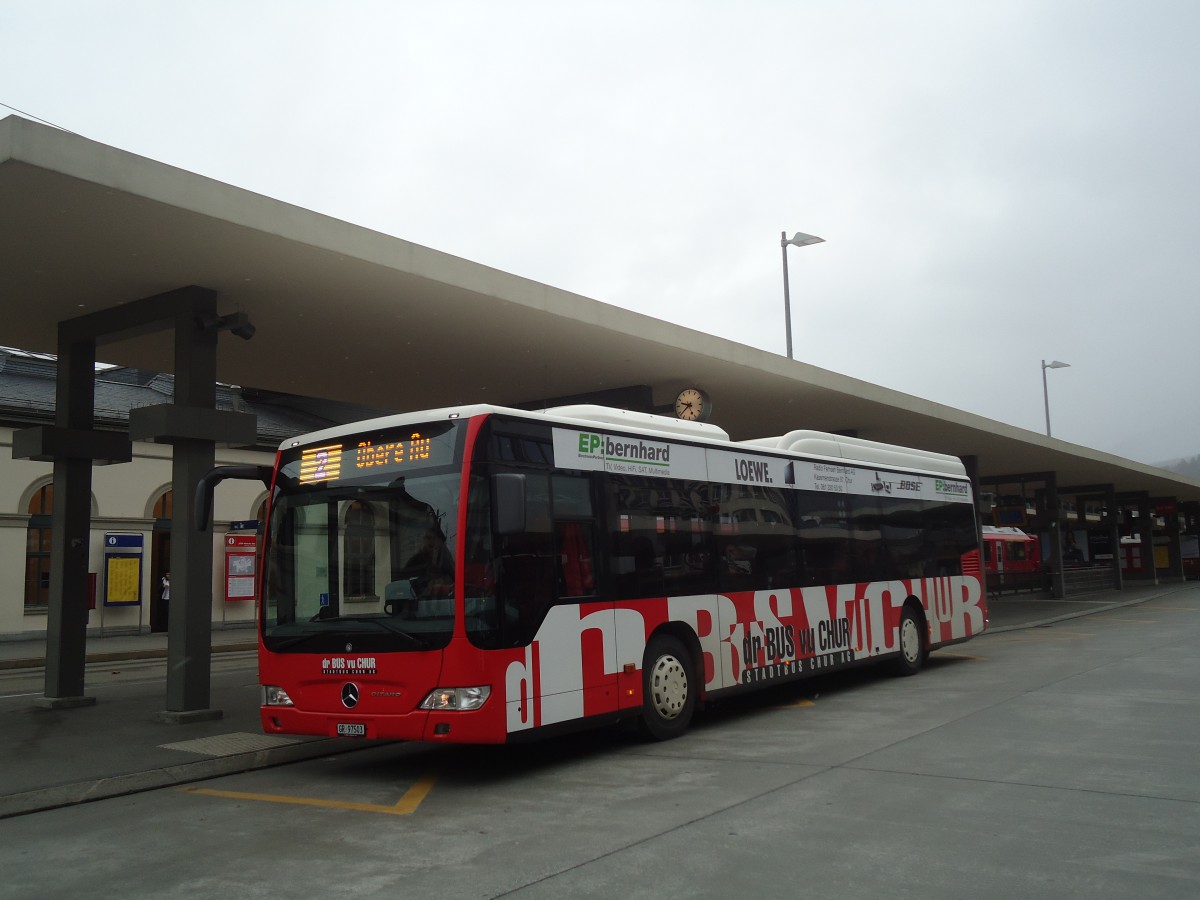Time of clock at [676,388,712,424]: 9:38
